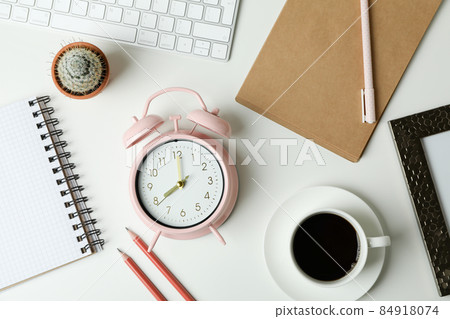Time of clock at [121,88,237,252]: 8:00
